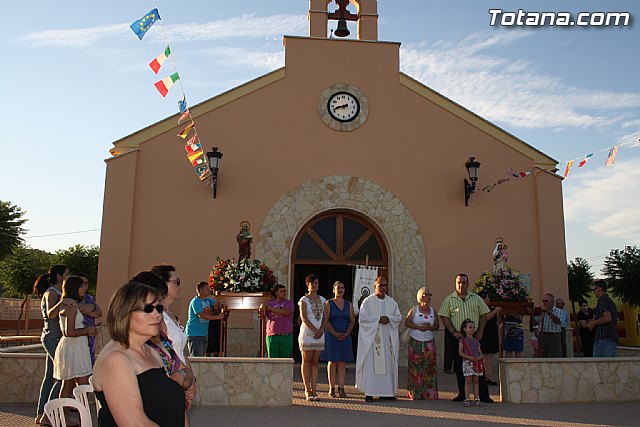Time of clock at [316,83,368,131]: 8:42
